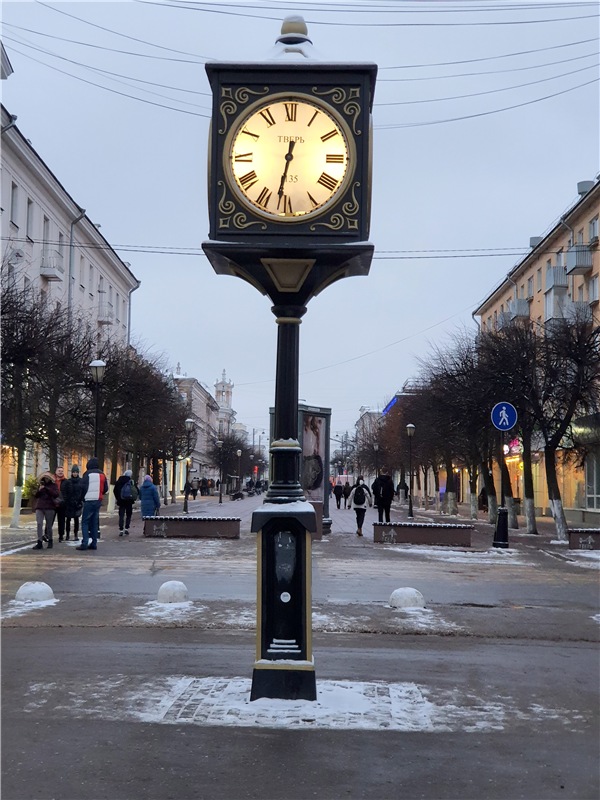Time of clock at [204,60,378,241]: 12:32
